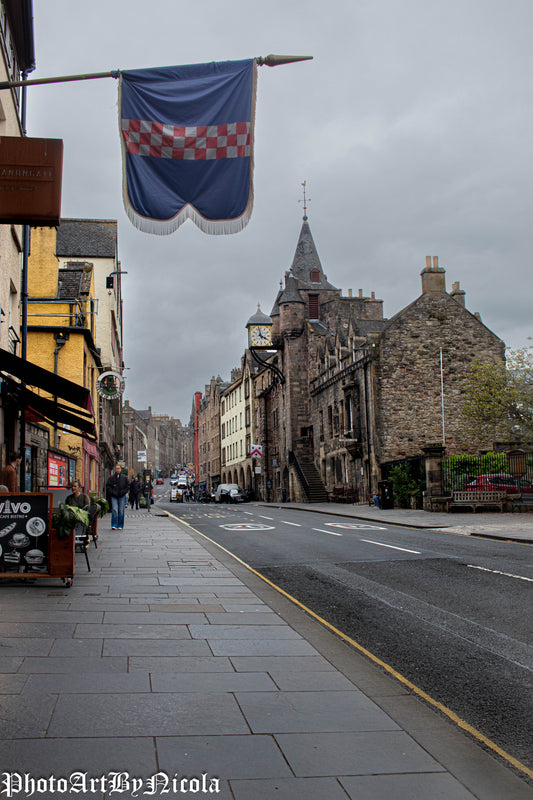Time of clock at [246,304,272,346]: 3:58
